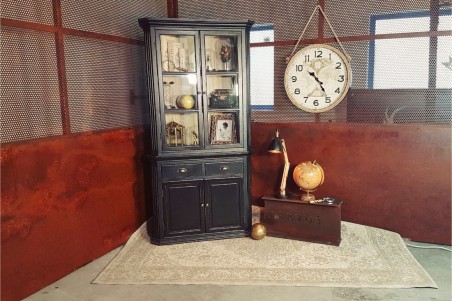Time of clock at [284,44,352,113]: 10:24
